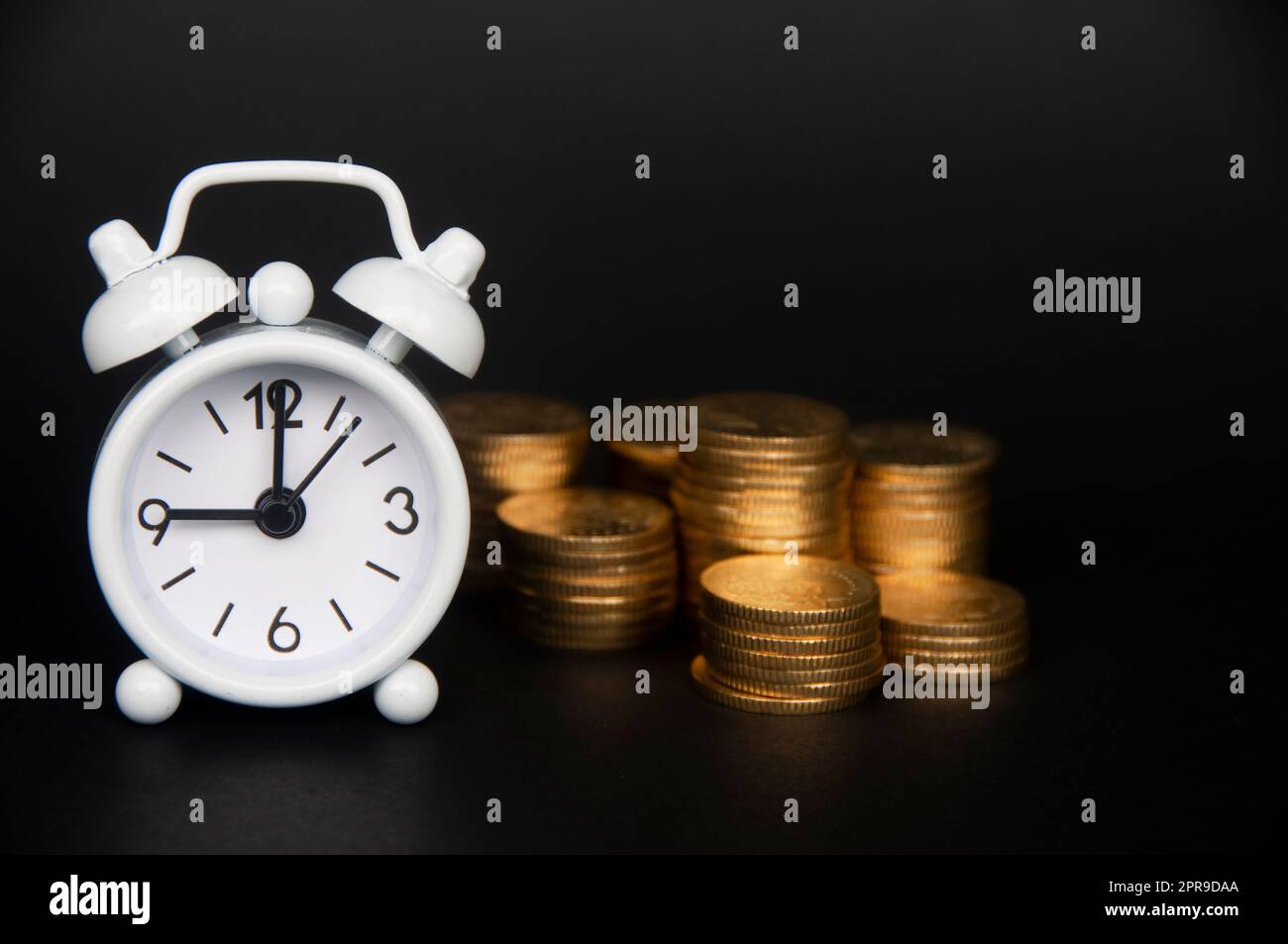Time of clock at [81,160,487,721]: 9:00
